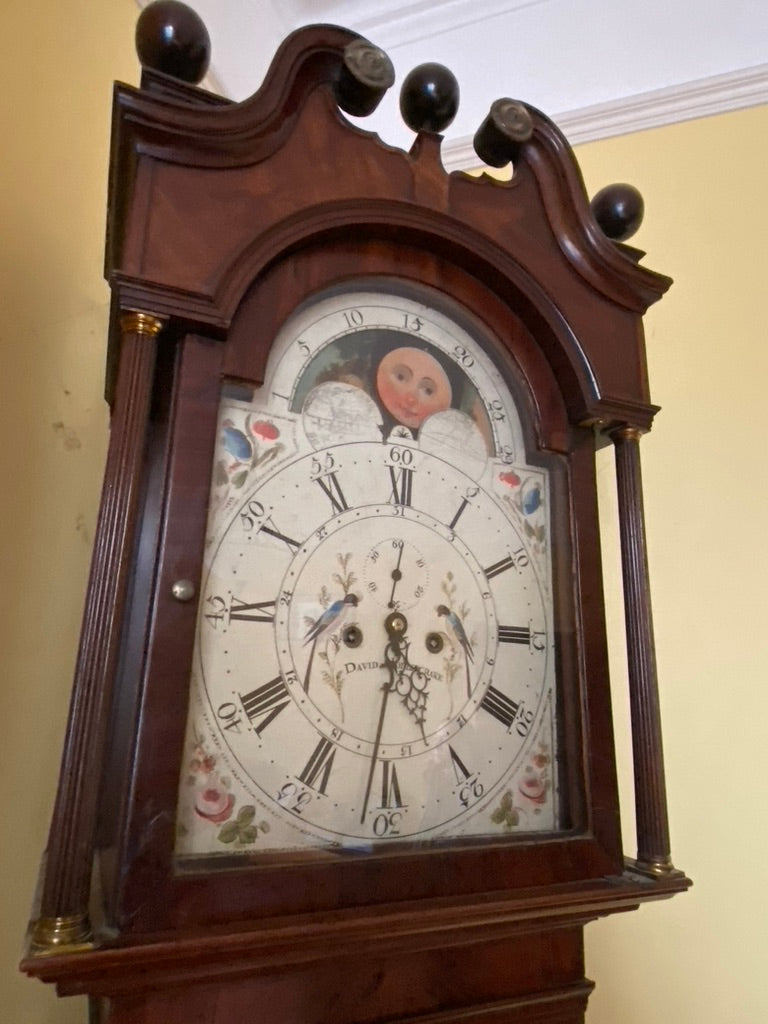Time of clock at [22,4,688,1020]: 8:31
